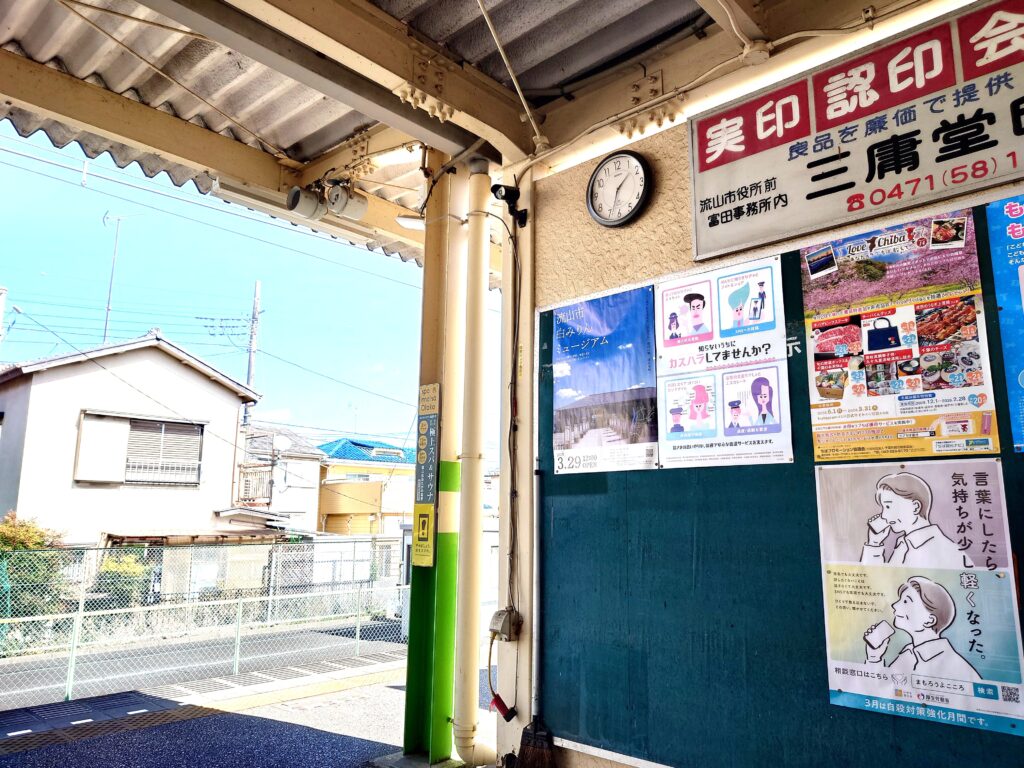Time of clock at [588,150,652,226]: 1:33
